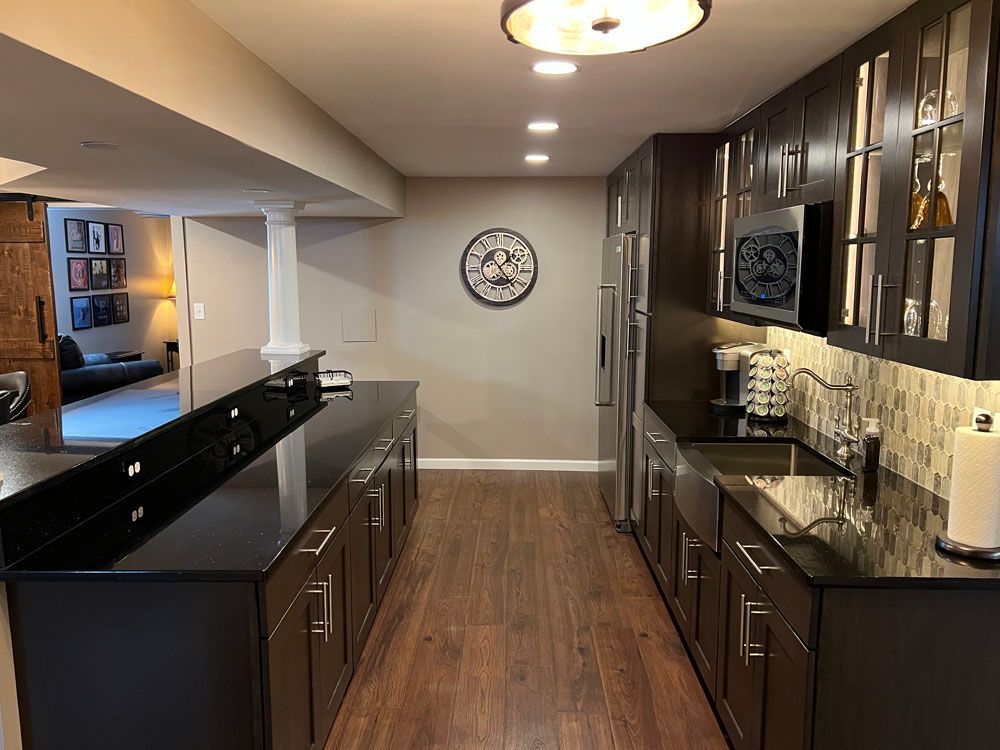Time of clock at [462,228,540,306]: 1:23
